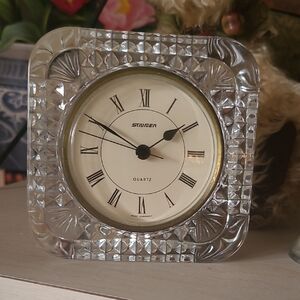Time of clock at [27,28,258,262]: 1:50
